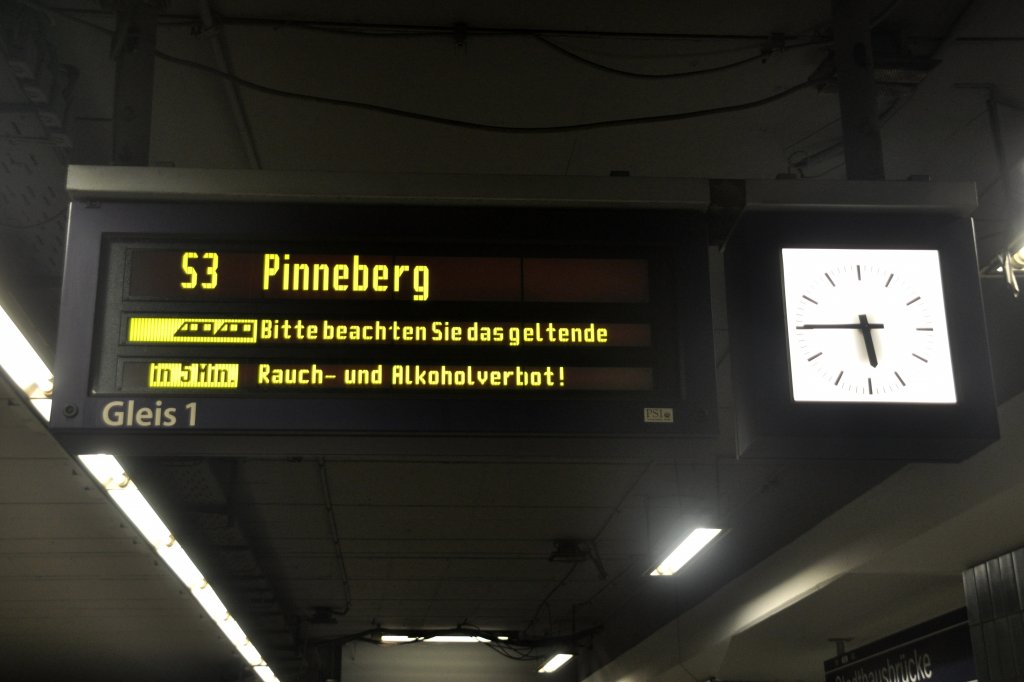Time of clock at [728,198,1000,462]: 5:45
